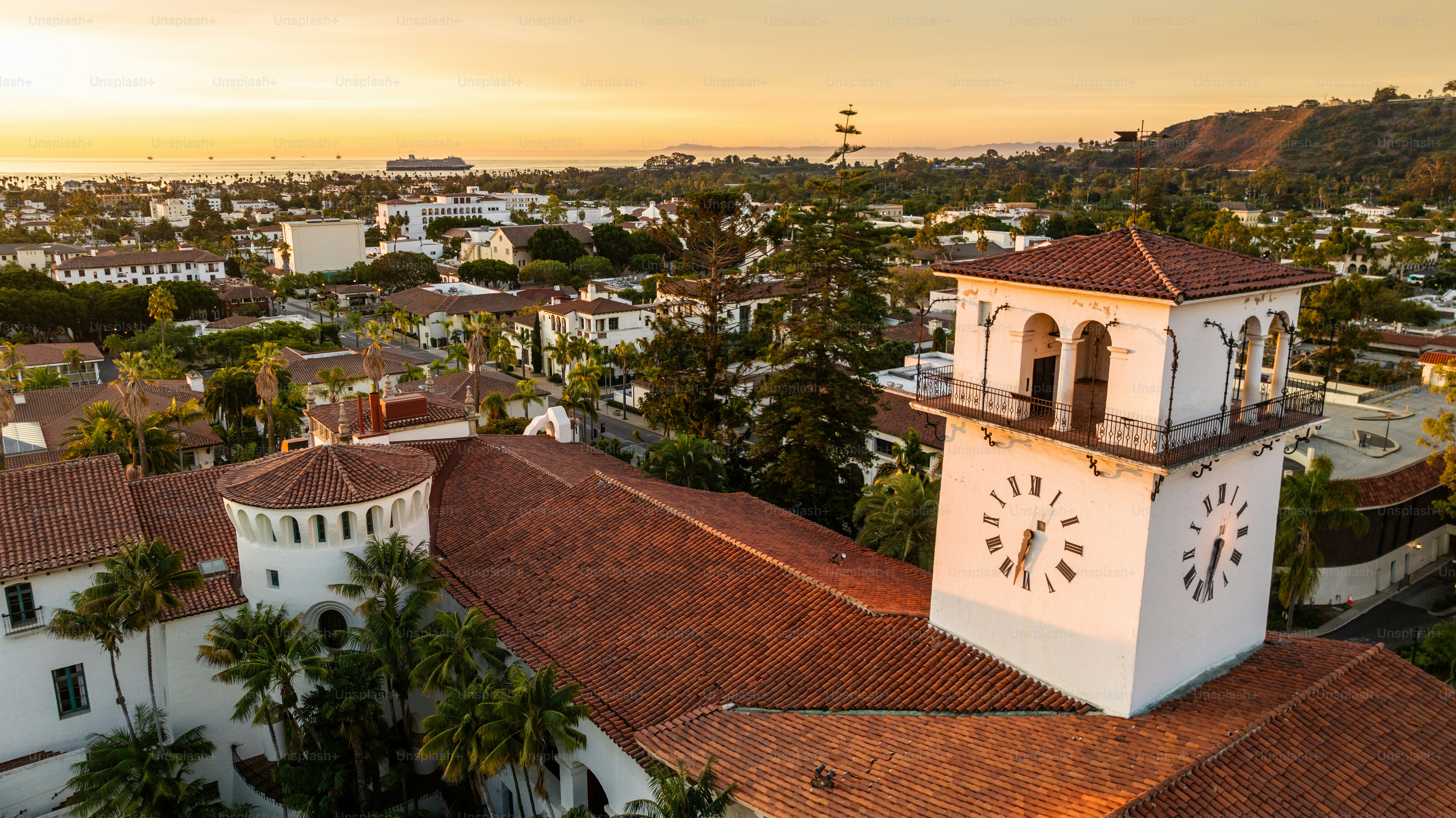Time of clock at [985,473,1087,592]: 6:32
